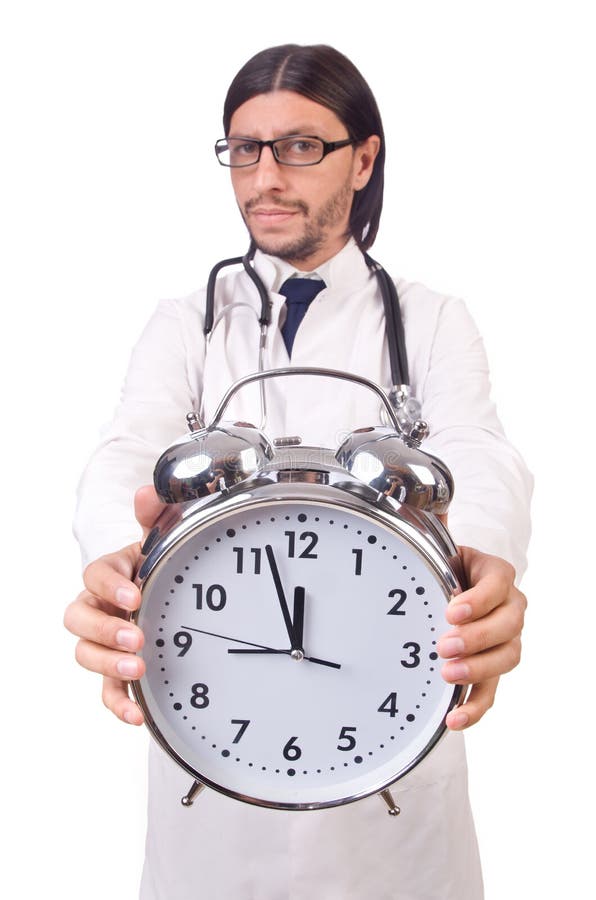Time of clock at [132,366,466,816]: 11:57
